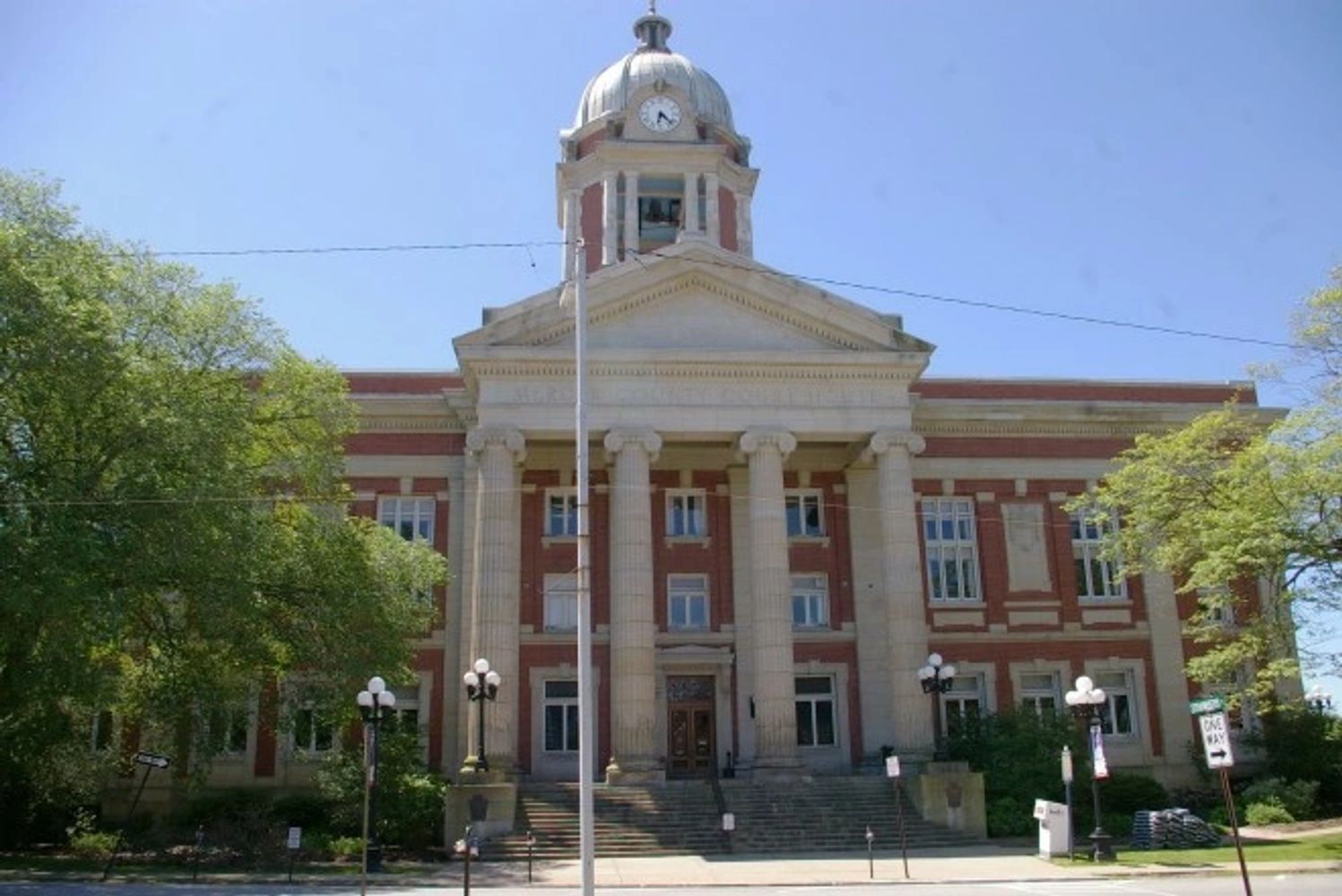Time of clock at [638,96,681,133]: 6:22
